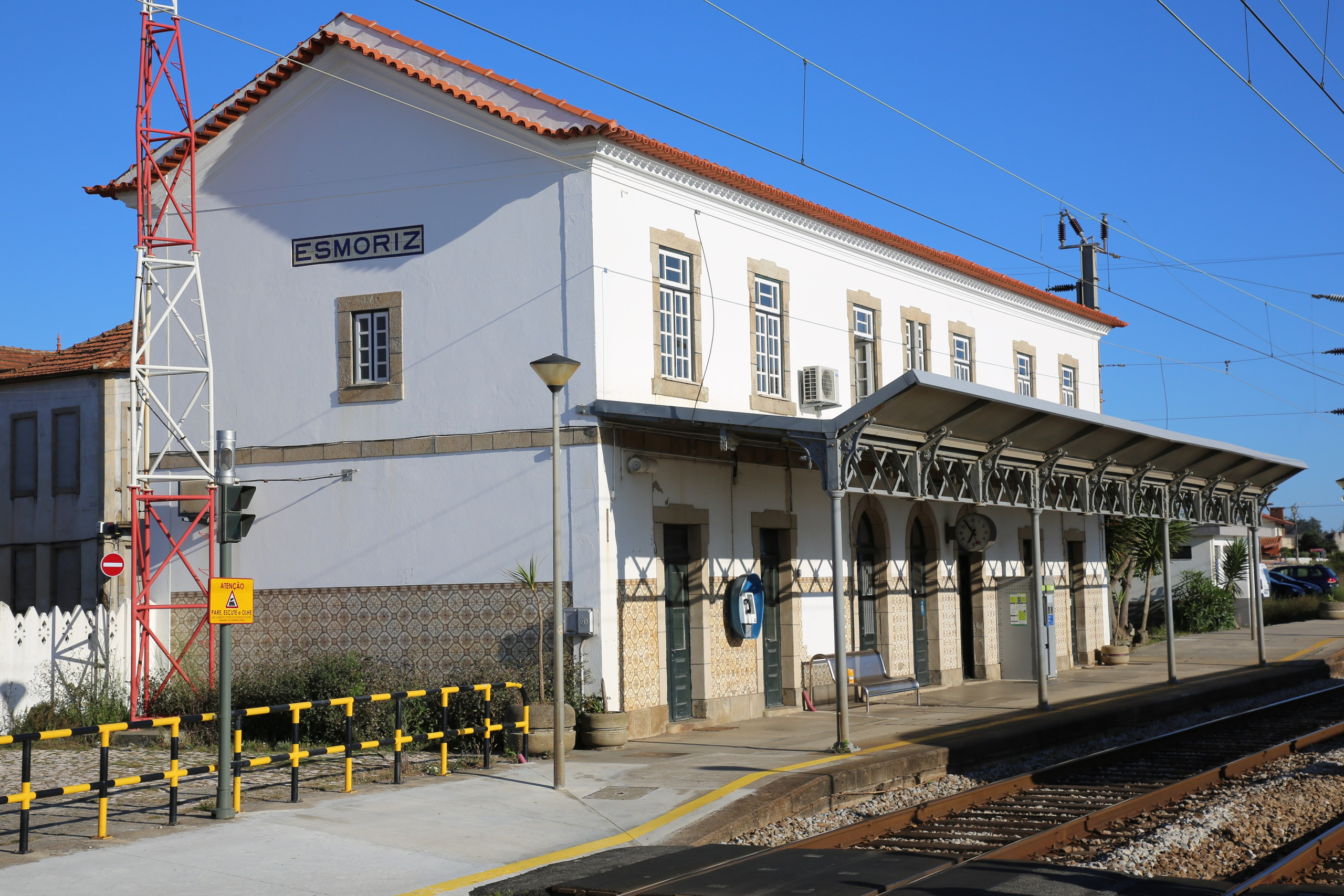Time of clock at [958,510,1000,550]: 6:53
